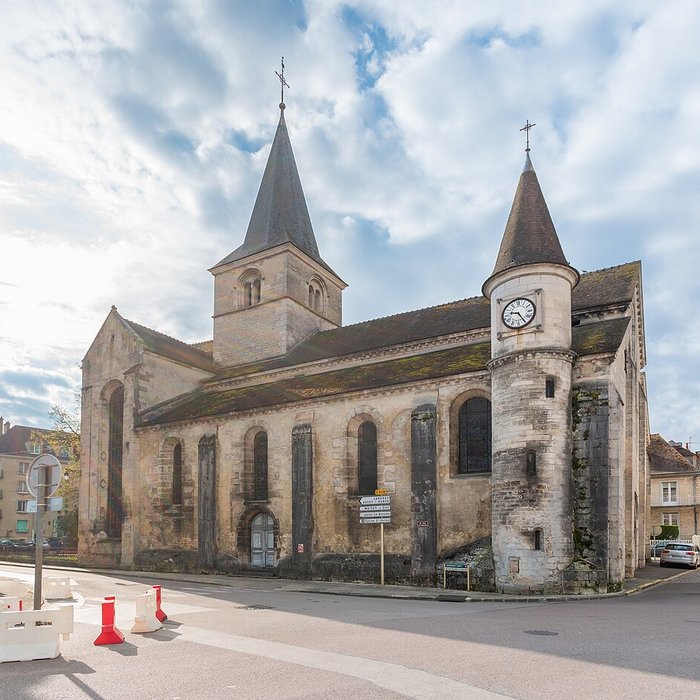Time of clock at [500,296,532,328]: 9:24
